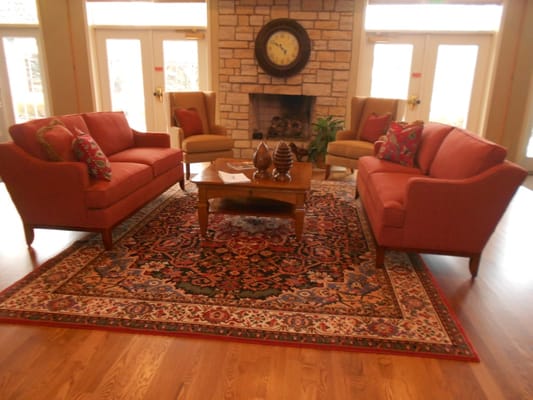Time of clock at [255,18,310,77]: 4:49
